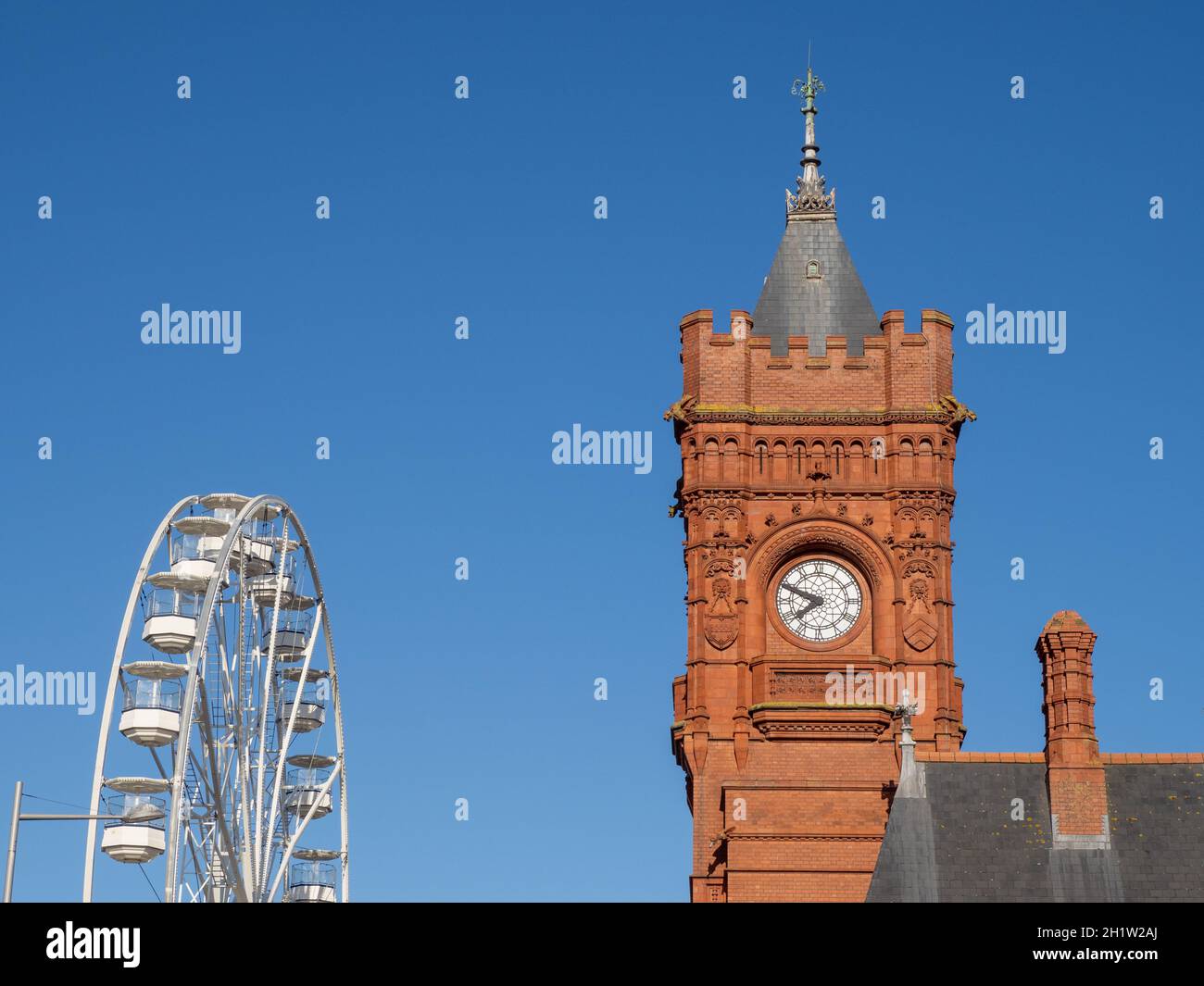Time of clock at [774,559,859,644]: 7:48
